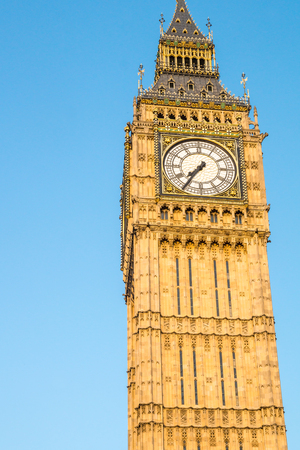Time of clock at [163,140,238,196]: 7:35
